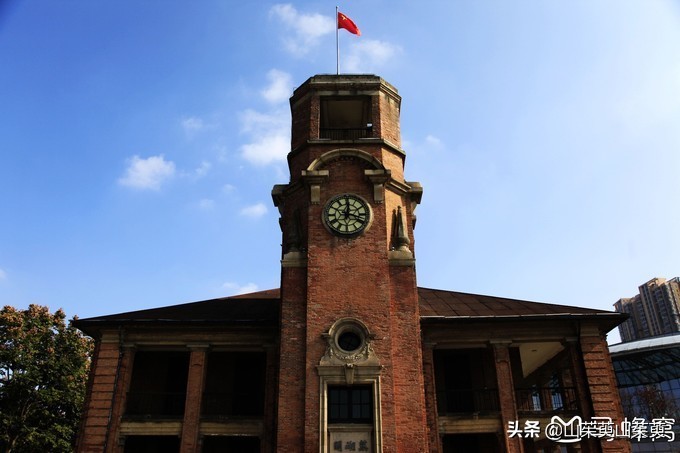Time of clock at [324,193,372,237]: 12:17
